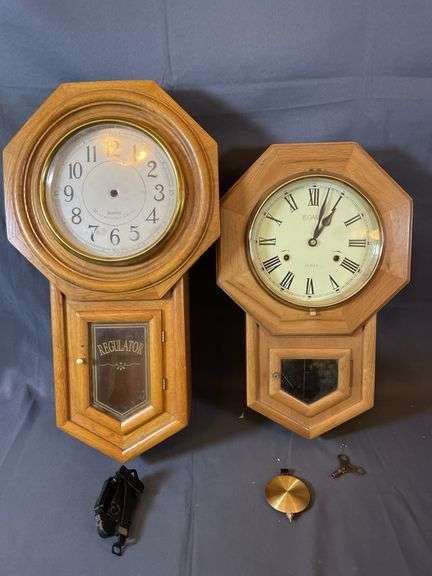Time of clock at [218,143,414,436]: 1:02
